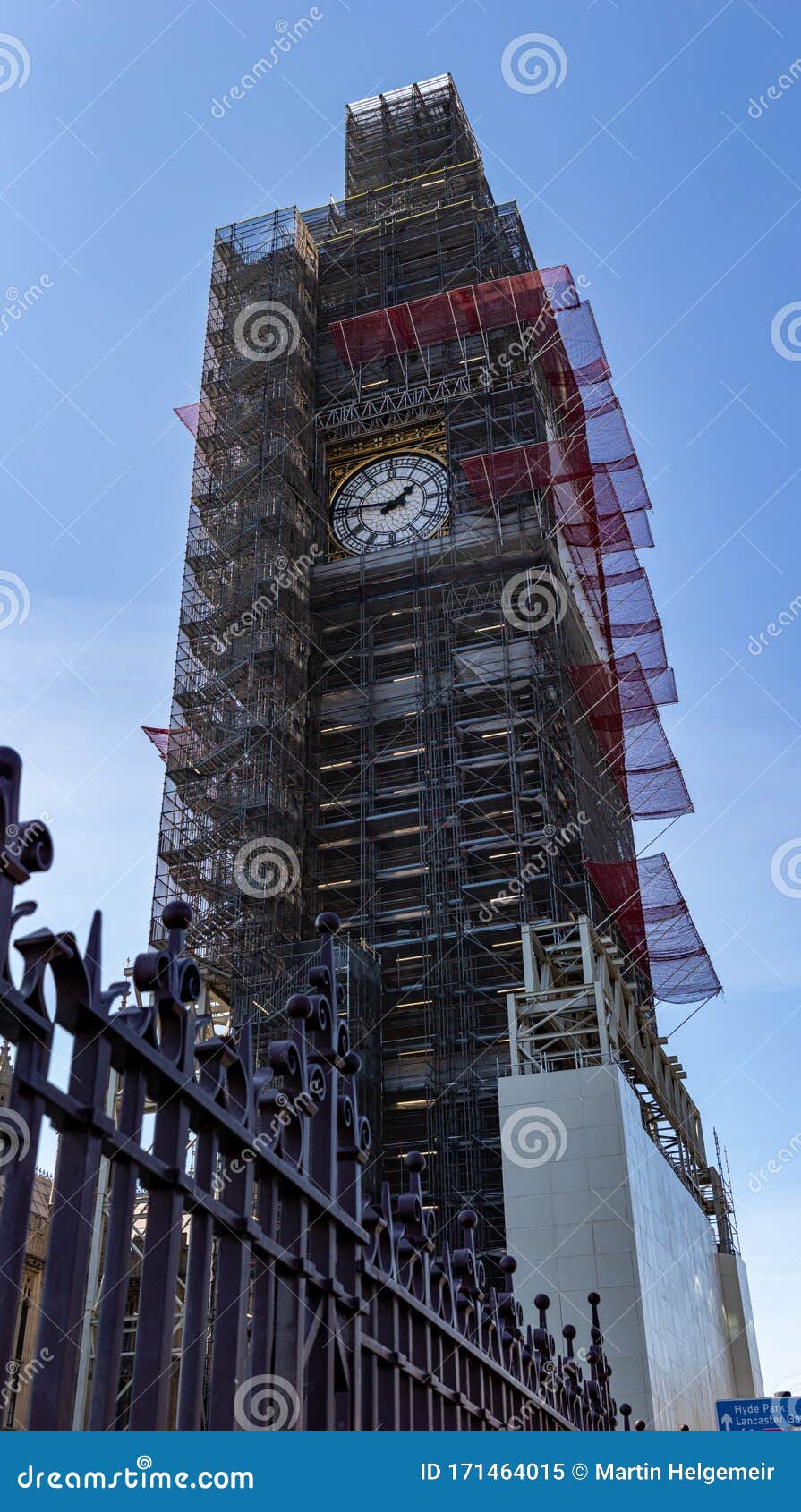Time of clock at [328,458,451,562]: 1:46
